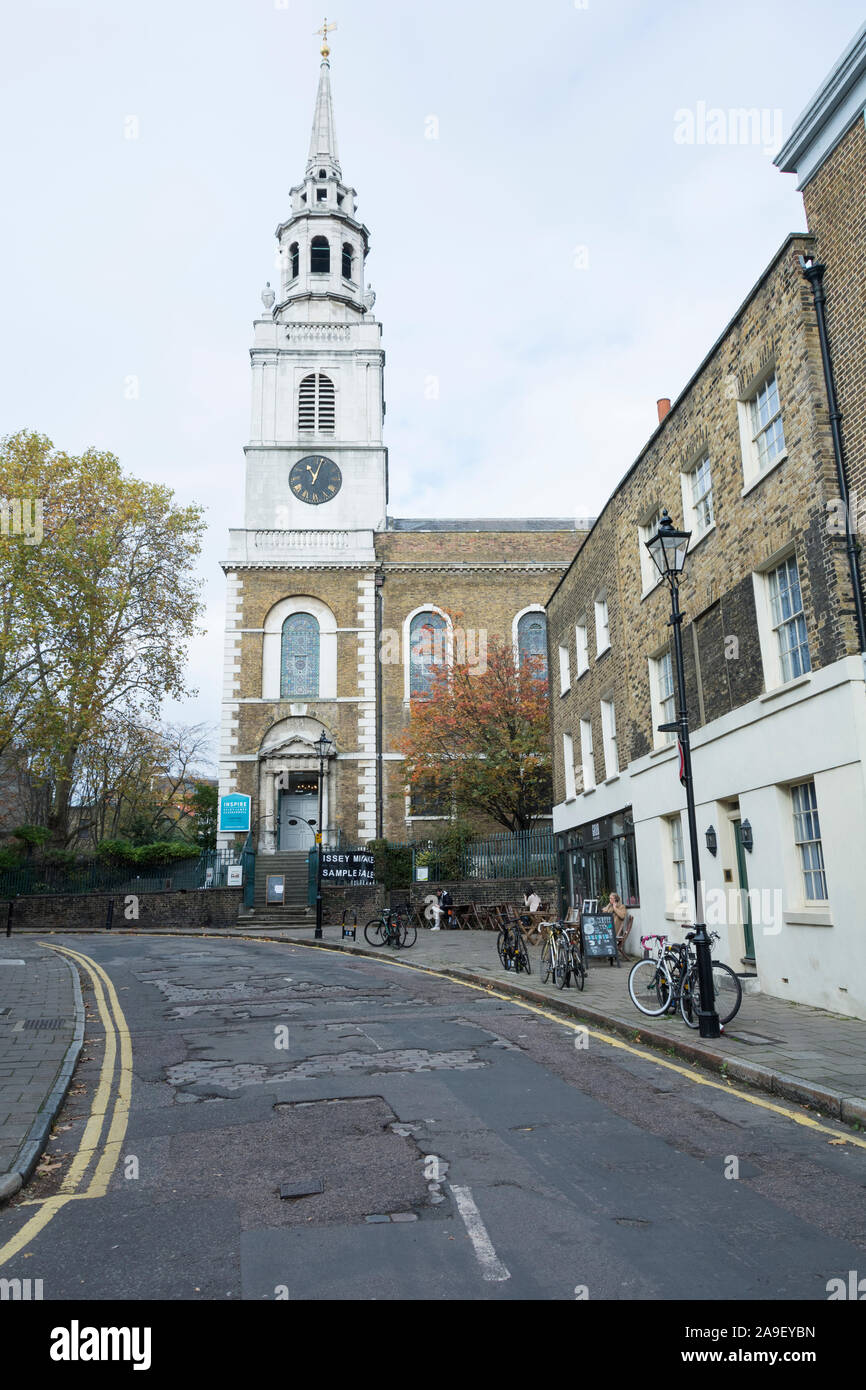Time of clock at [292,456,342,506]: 11:03
